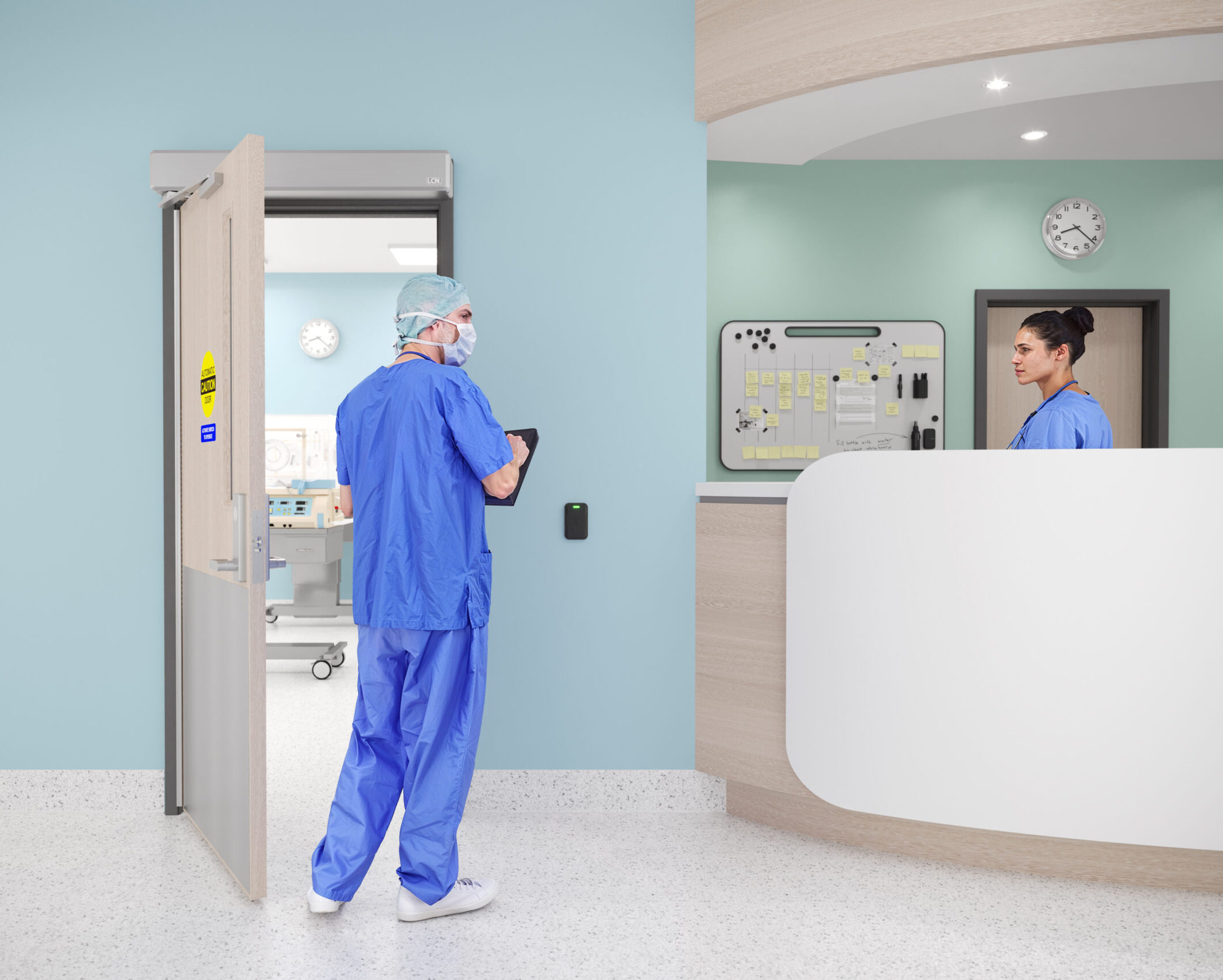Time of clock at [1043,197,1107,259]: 8:21
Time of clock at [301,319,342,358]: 8:21
